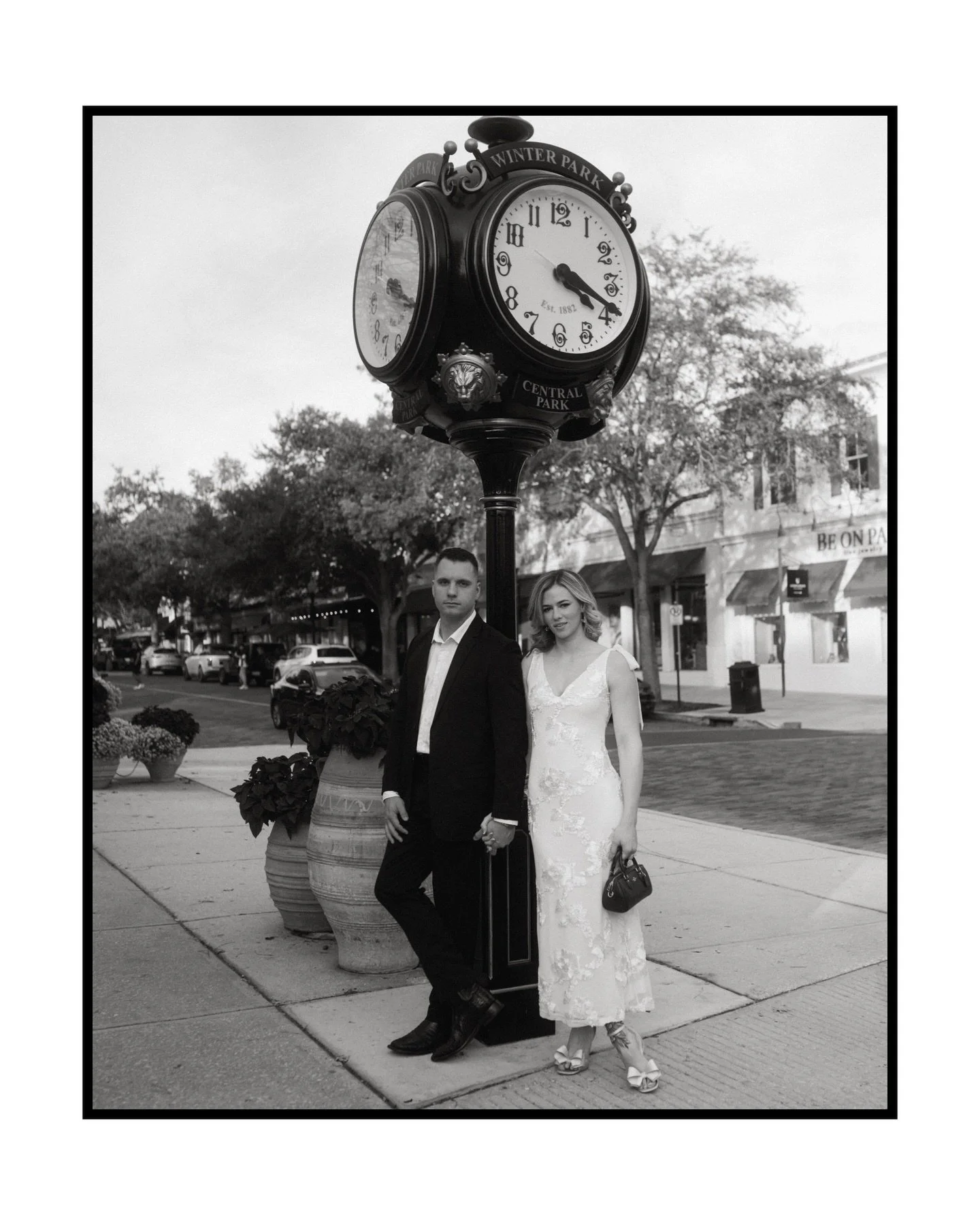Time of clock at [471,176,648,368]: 4:18
